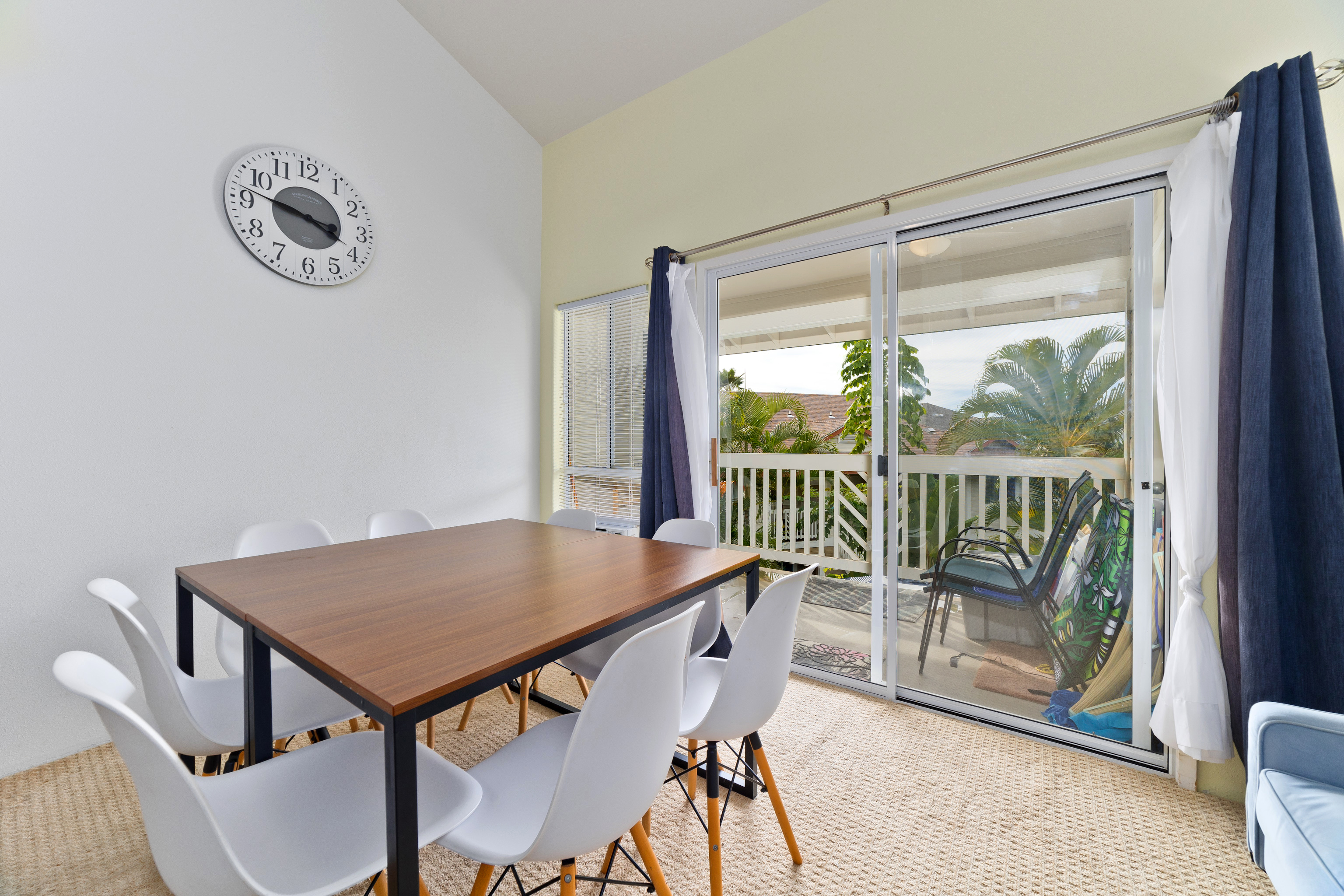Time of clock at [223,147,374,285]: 3:47
